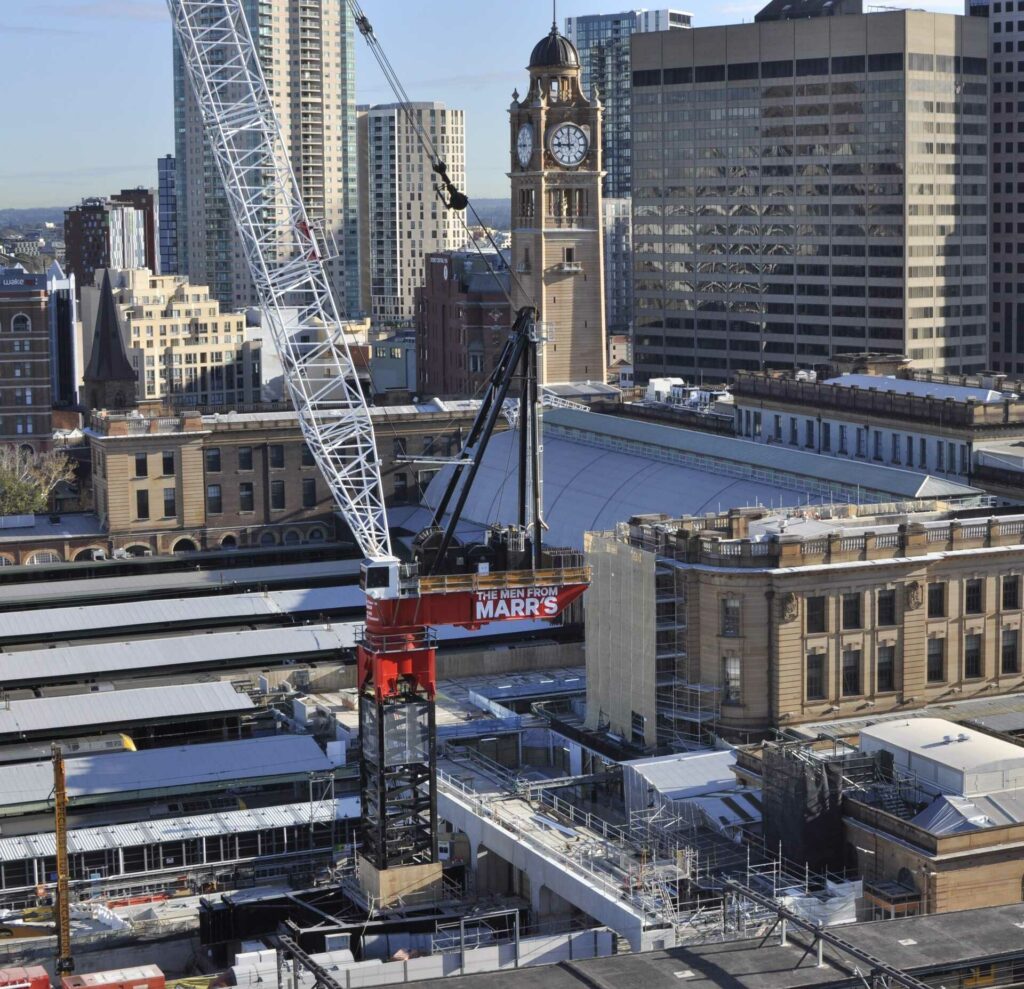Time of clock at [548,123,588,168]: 8:59
